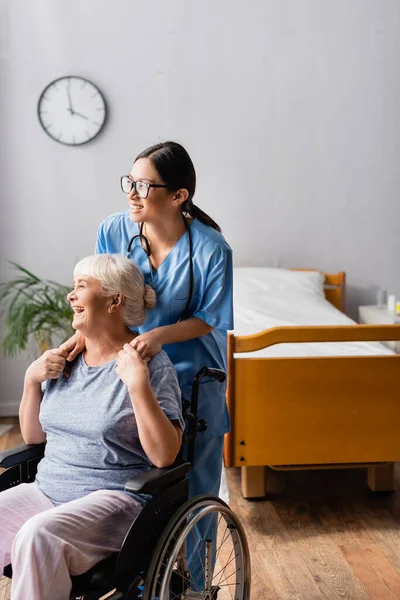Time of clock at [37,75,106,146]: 3:58
